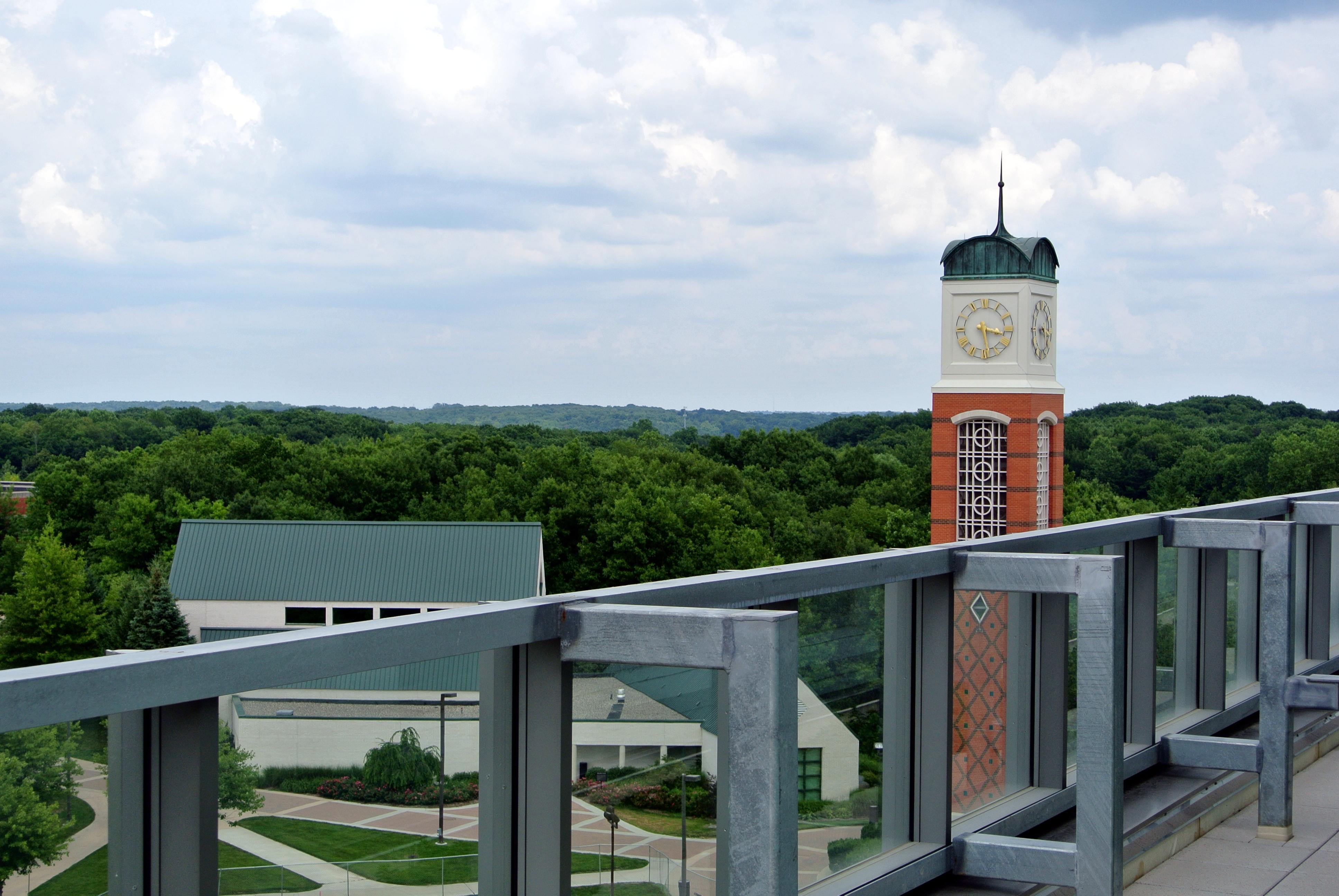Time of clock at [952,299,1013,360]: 3:28
